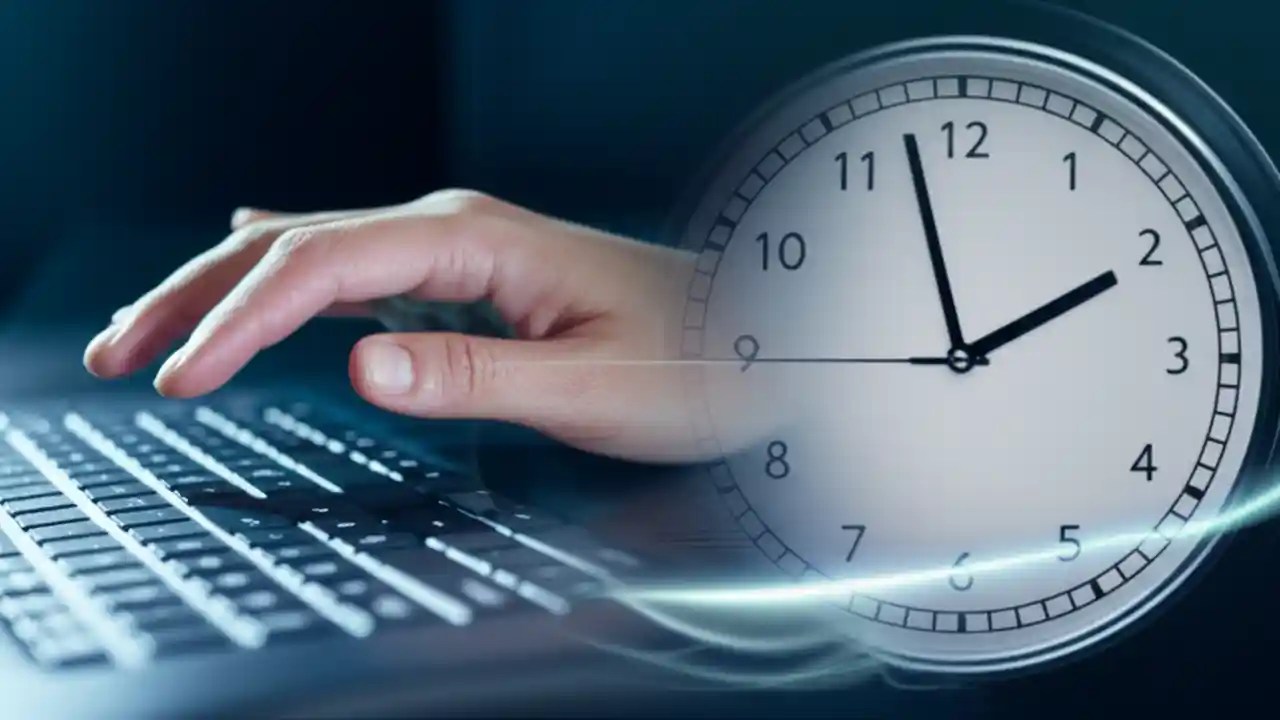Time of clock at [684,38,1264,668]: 1:57
